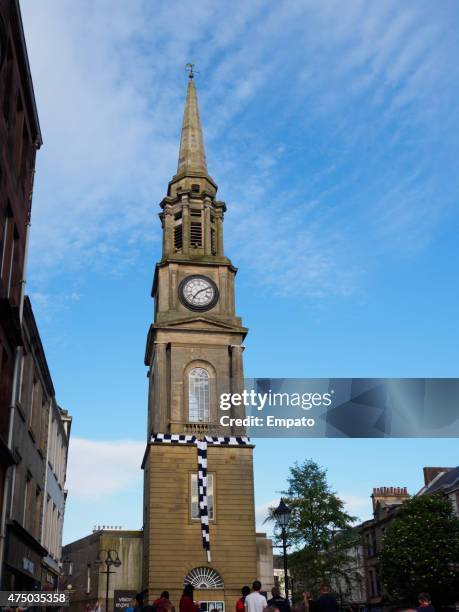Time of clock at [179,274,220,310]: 7:10
